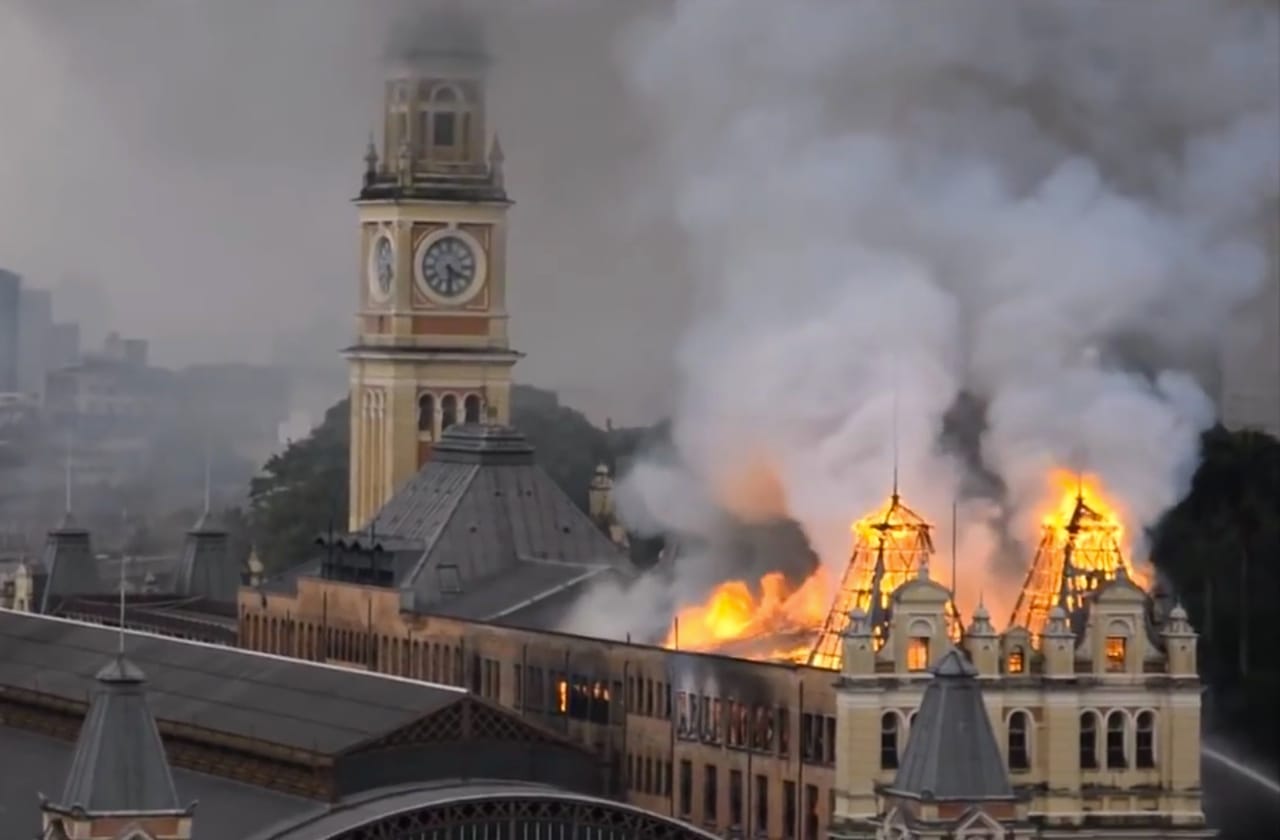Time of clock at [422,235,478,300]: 4:29
